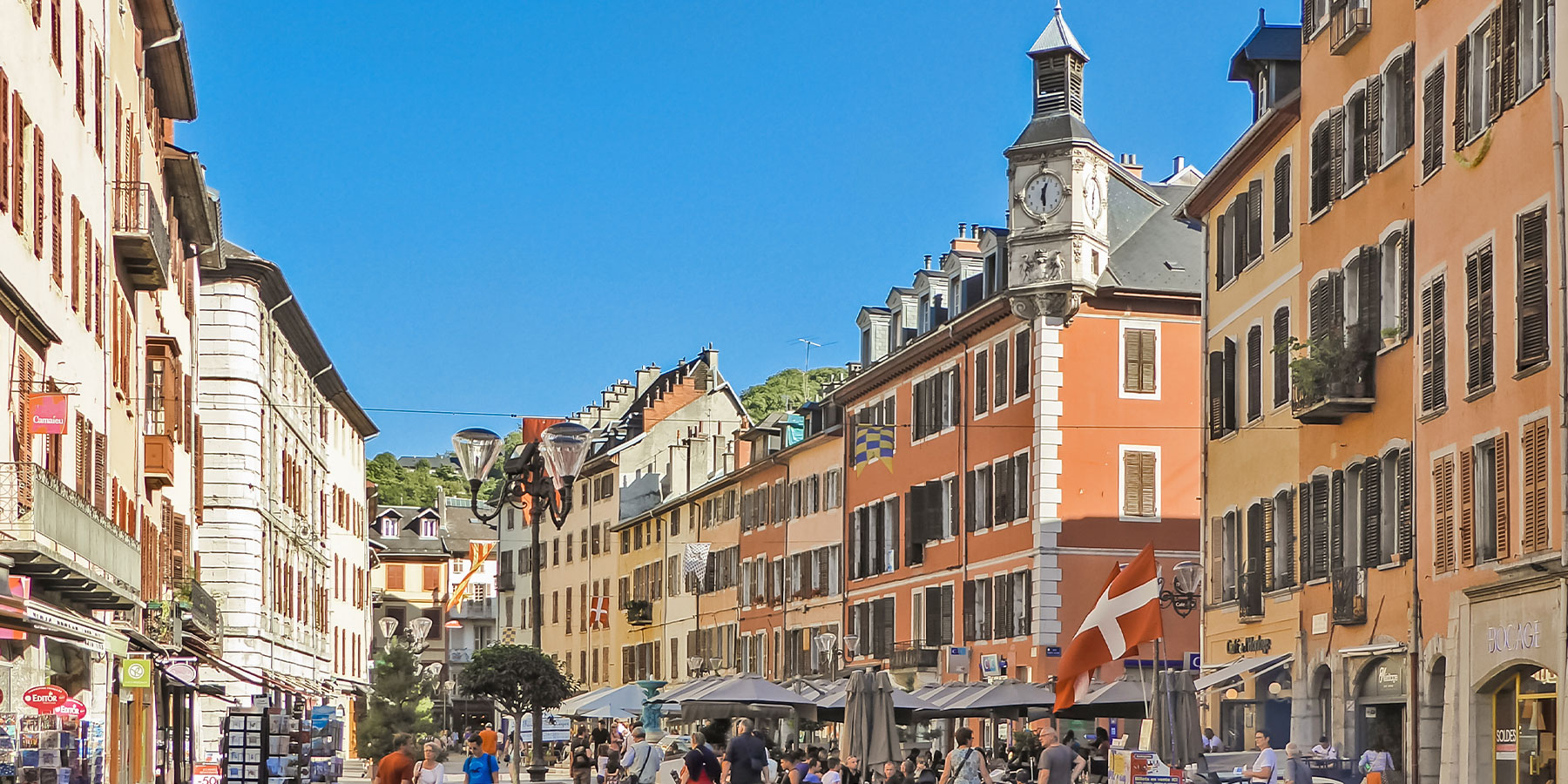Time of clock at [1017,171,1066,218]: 12:28
